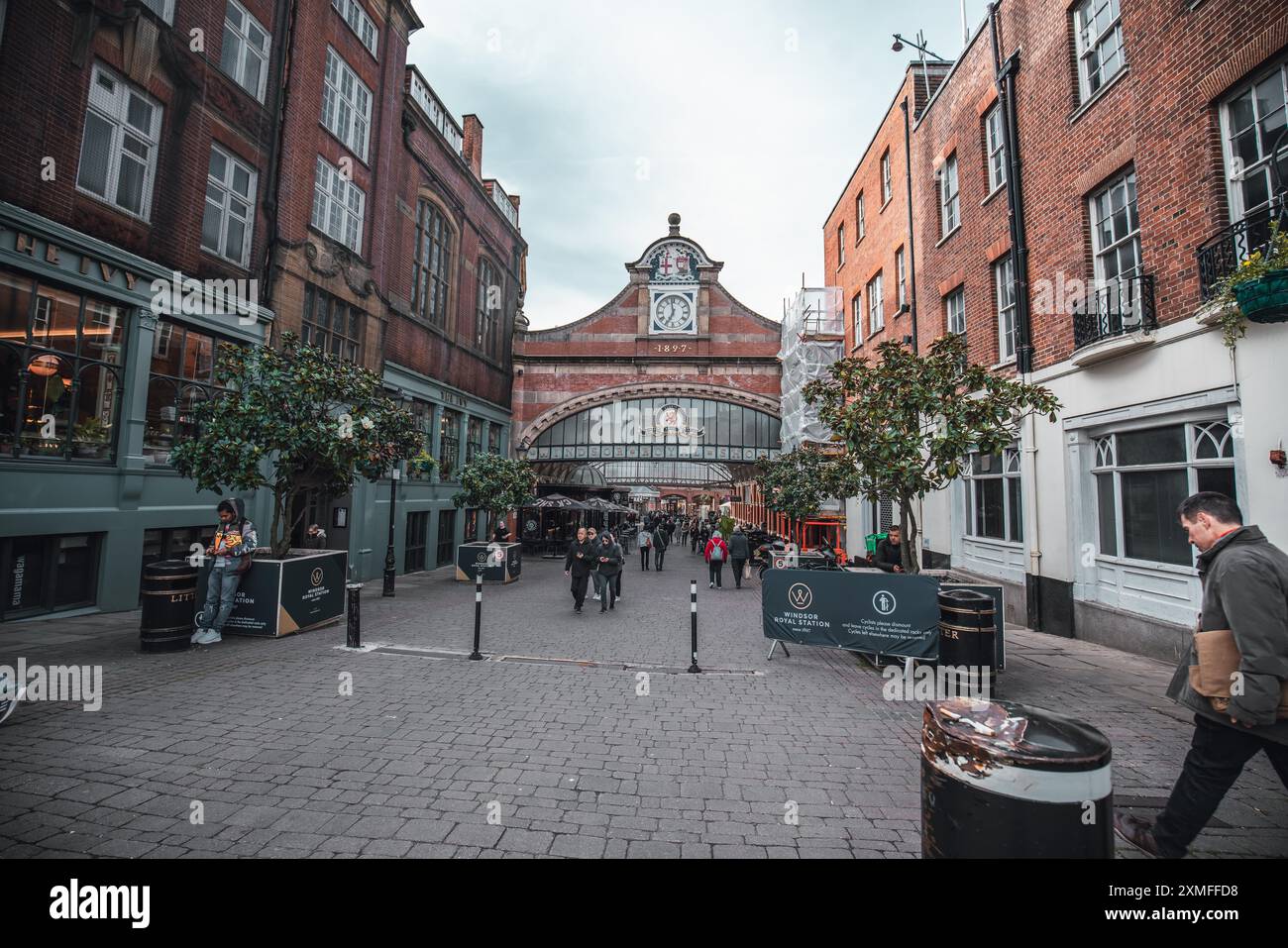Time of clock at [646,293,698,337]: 6:58
